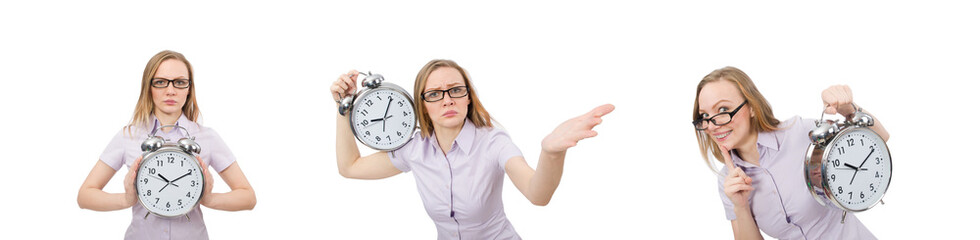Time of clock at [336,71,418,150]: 9:05
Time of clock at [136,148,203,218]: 10:10
